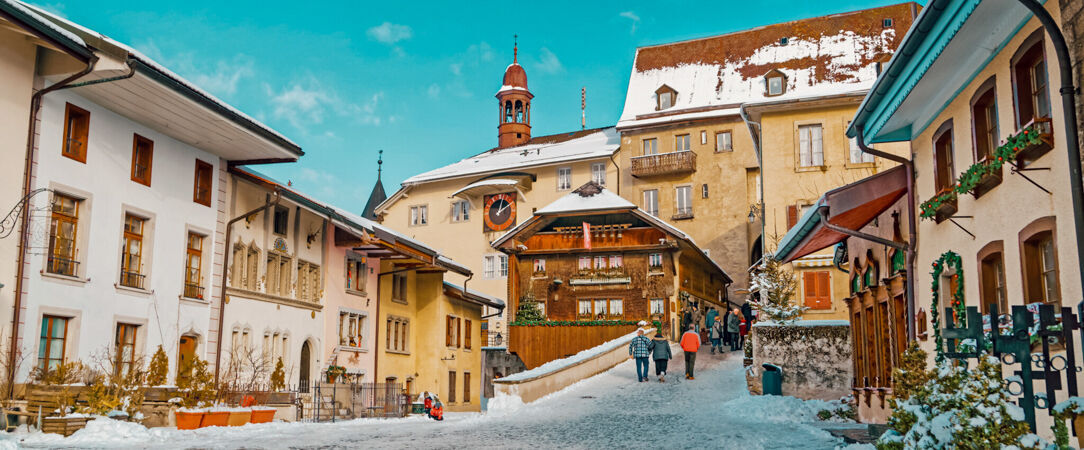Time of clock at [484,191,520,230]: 2:02
